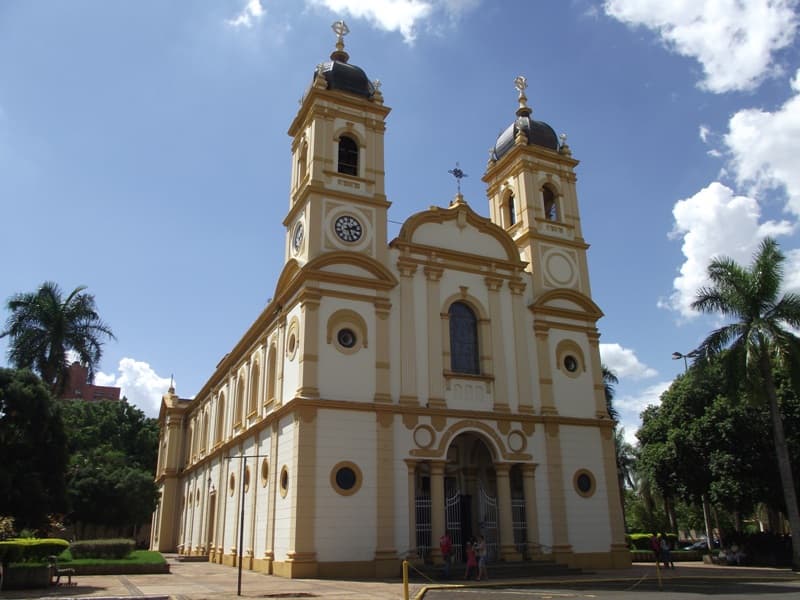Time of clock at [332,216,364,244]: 2:26
